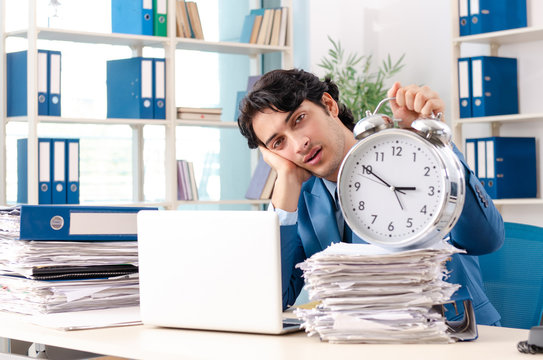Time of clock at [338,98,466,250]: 2:50
